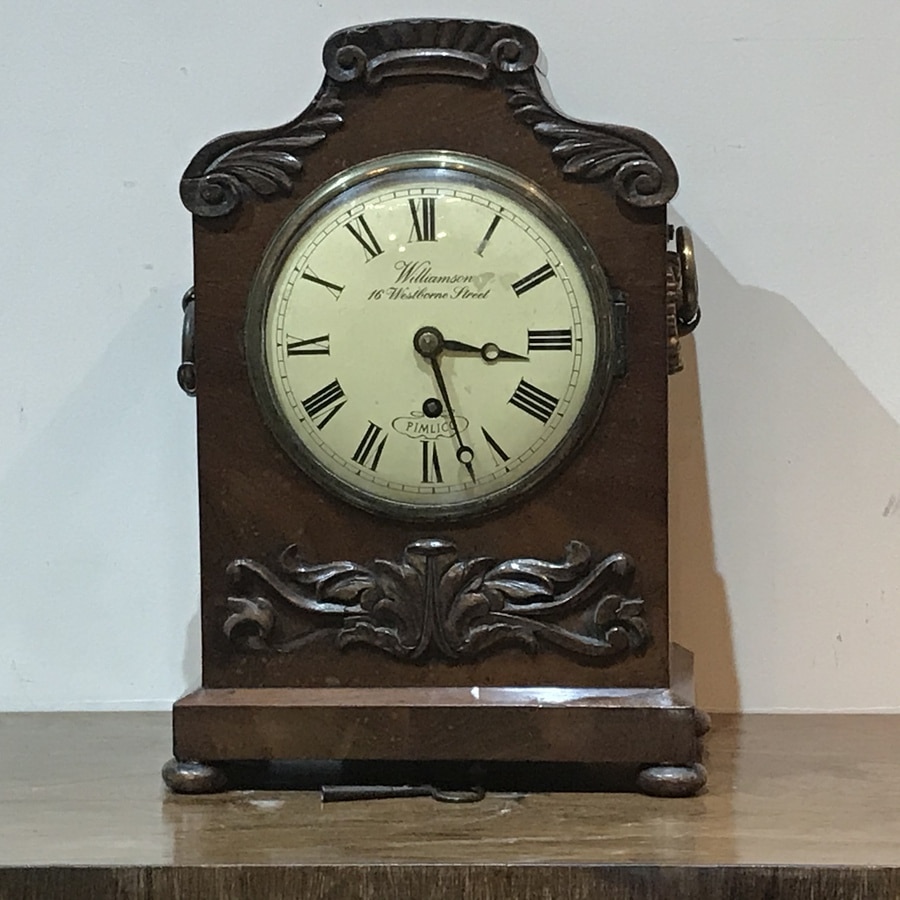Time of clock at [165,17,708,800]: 3:27
